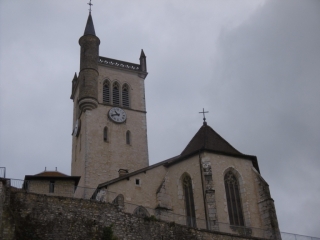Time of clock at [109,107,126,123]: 10:42
